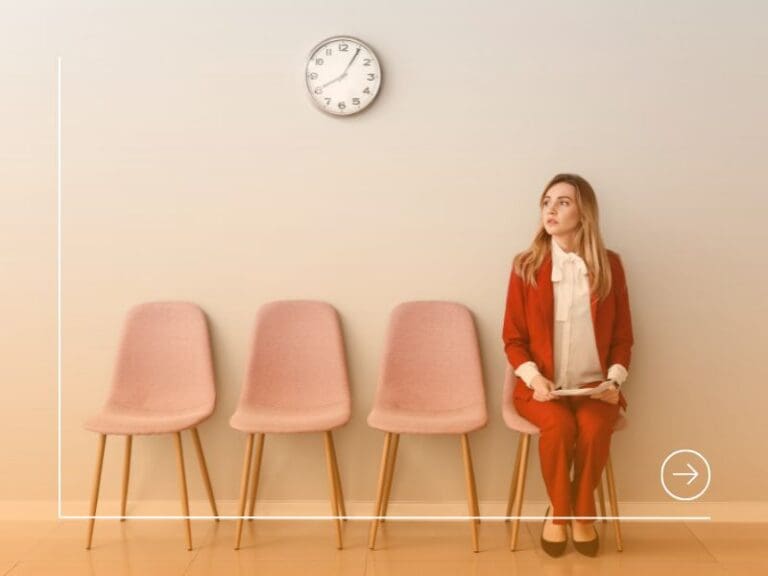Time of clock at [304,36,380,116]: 8:05
